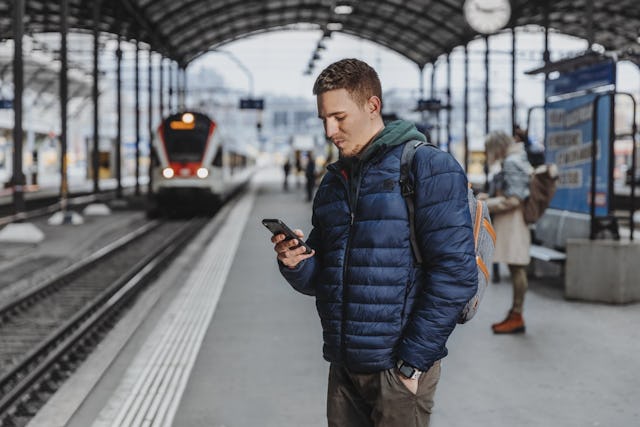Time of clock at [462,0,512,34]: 9:12
